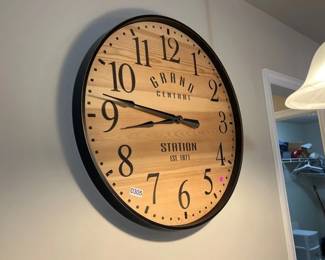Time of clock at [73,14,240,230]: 8:46
